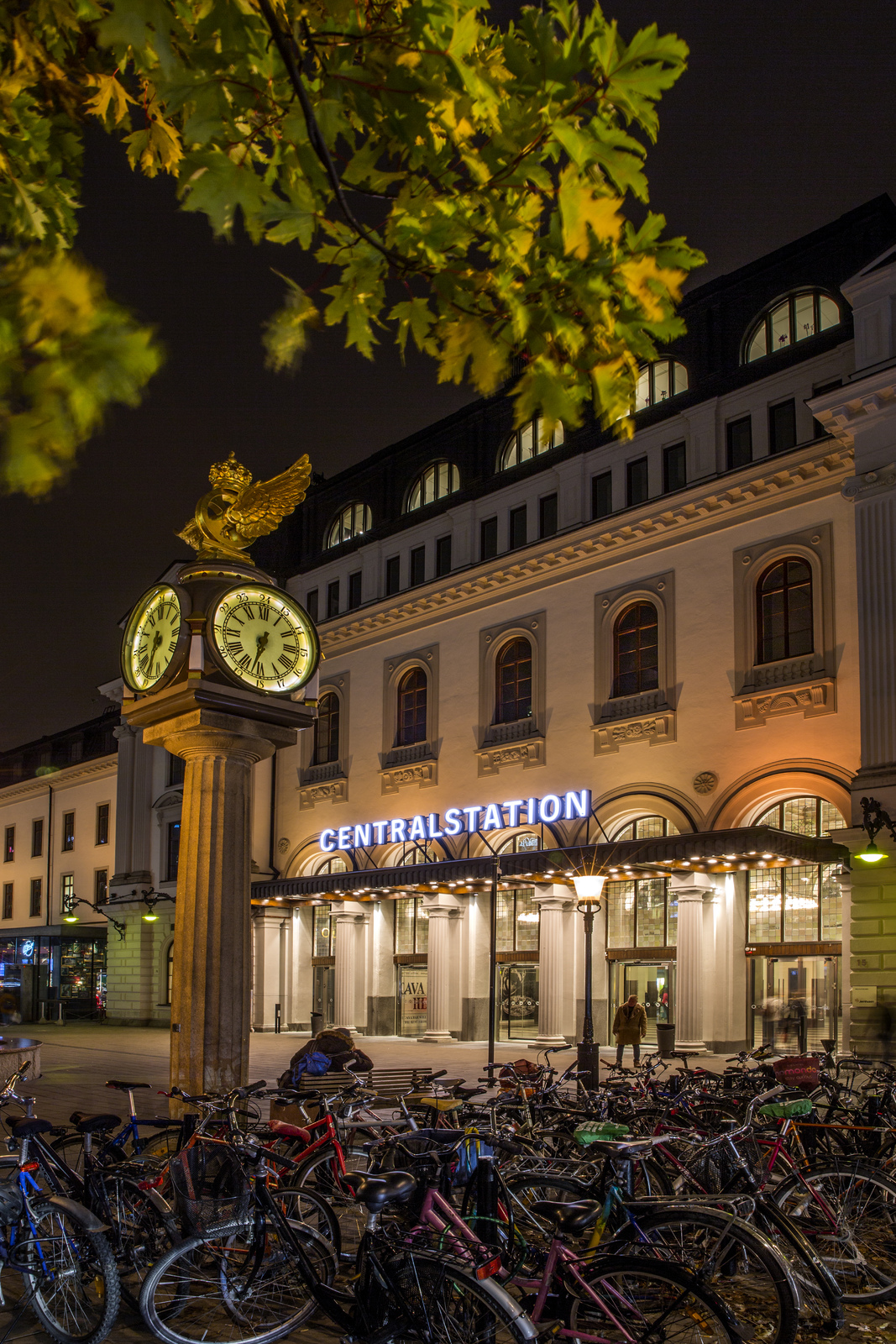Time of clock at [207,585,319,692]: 6:32
